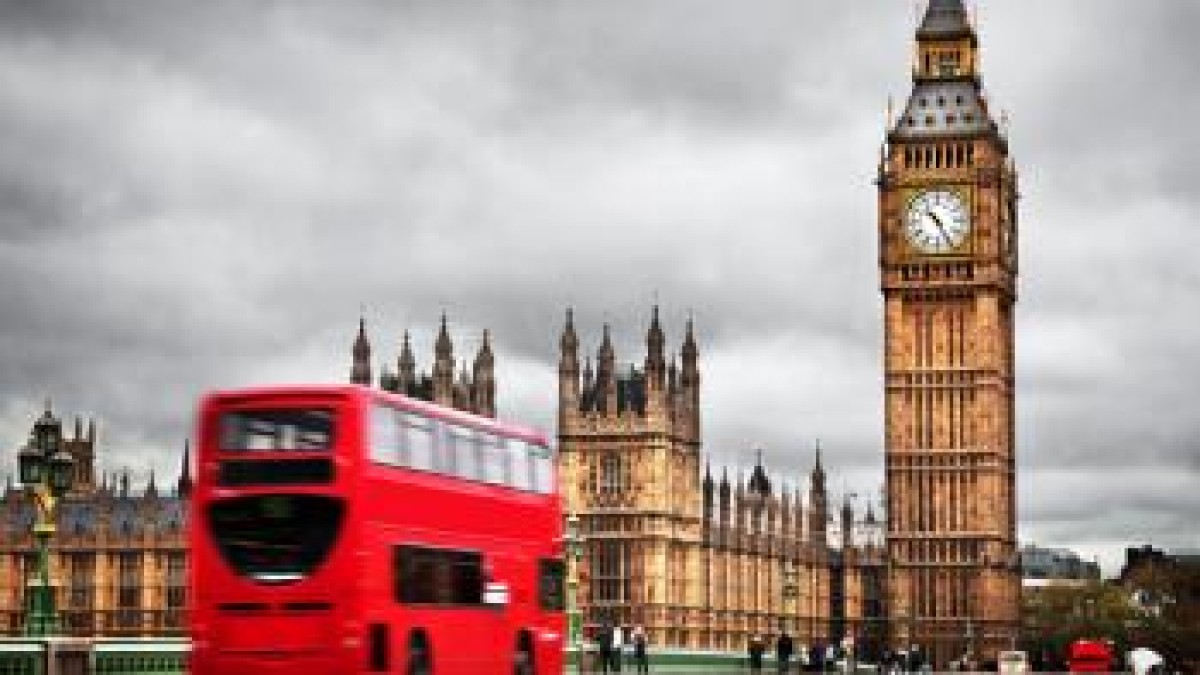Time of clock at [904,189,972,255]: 10:26
